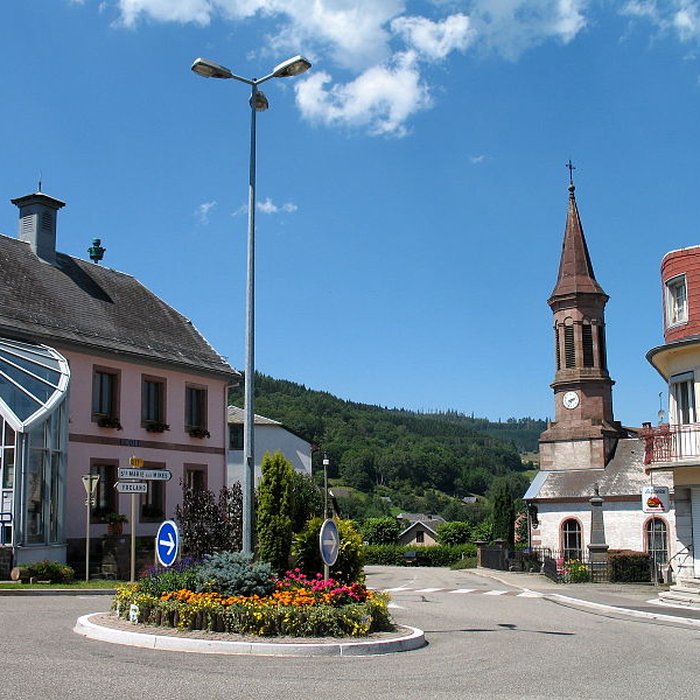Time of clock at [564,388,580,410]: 2:35
